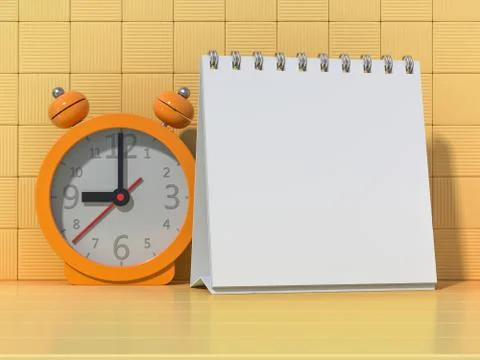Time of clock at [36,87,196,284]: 9:00
